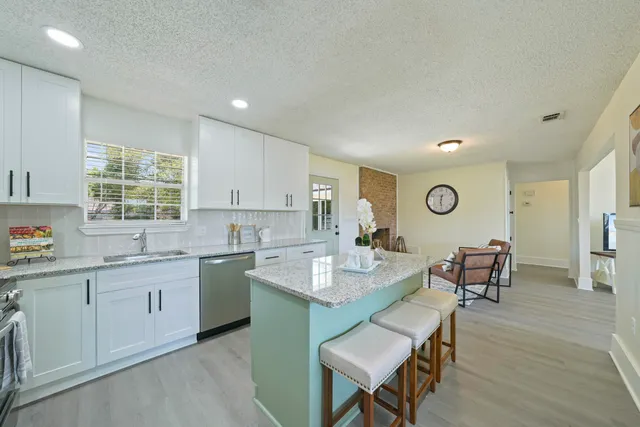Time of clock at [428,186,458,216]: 12:29
